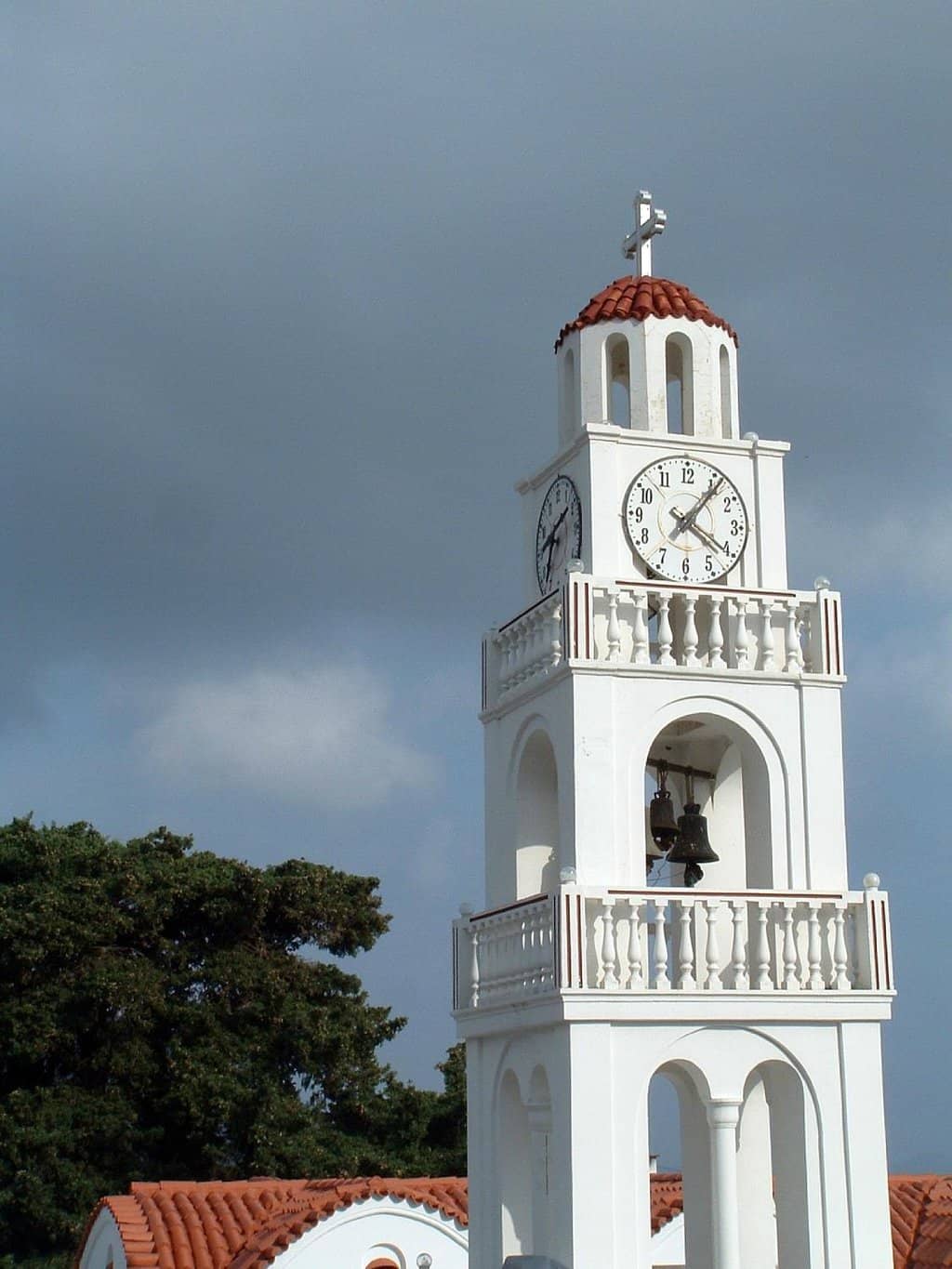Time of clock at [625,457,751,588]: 4:06
